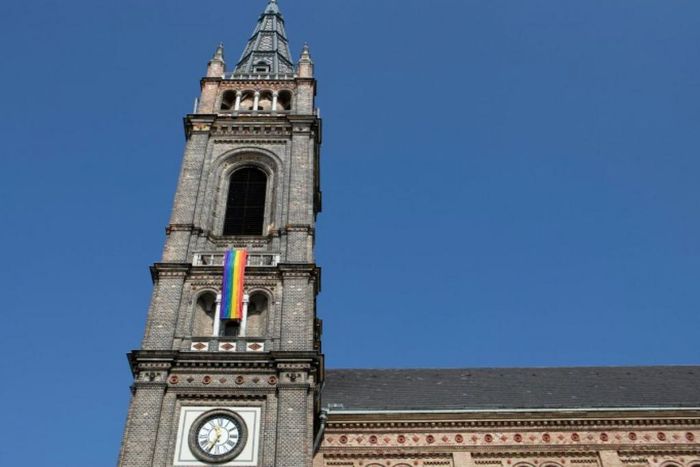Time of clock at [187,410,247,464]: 11:34
